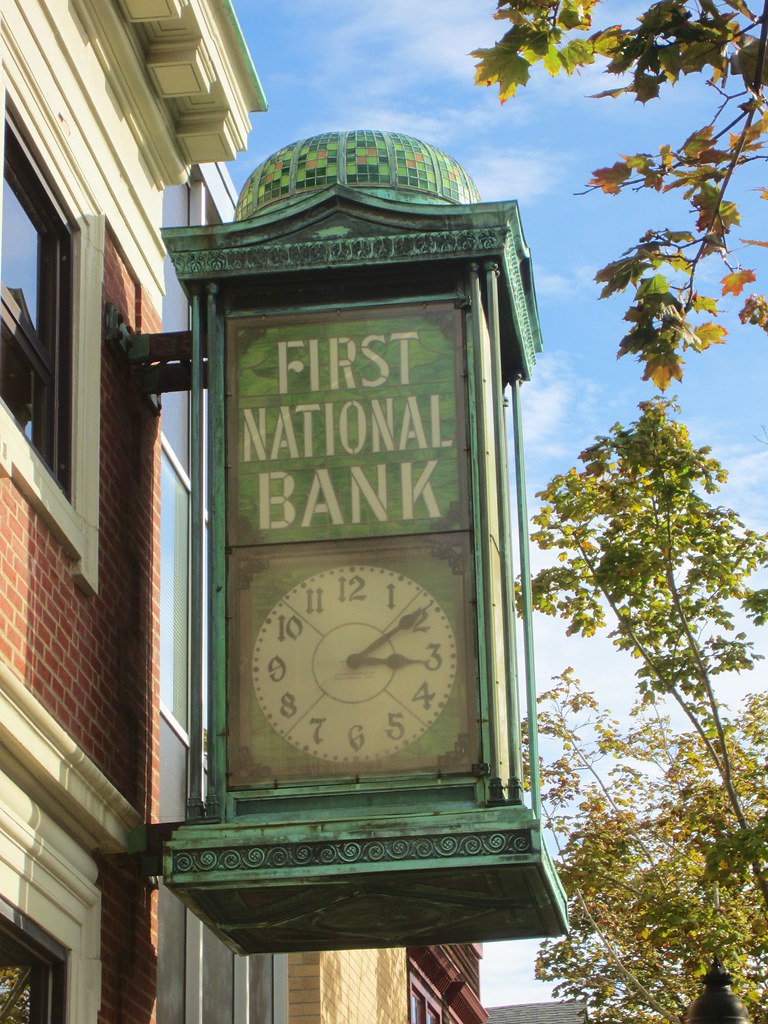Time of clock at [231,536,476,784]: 3:09
